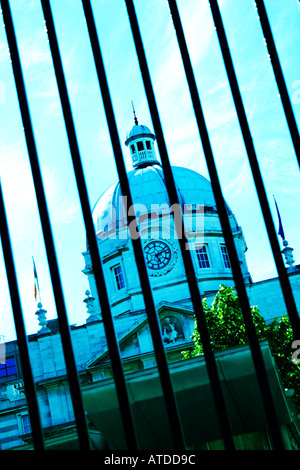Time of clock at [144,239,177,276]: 5:11
